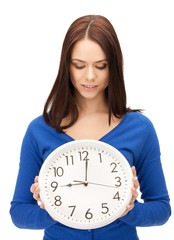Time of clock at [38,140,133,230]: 9:01
